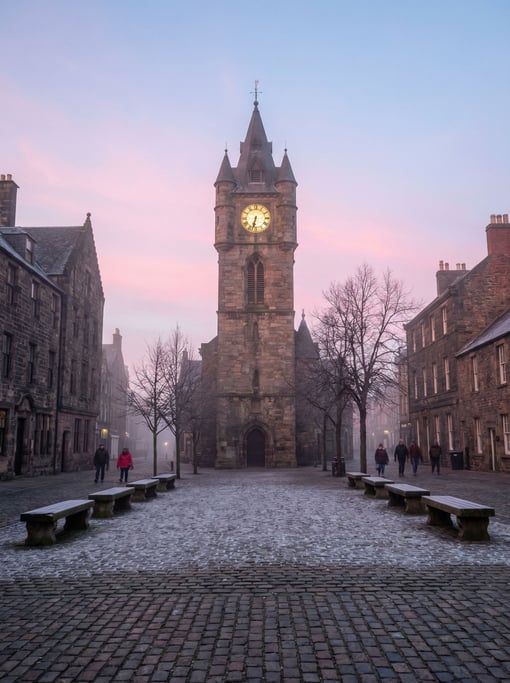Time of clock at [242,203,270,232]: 6:32
